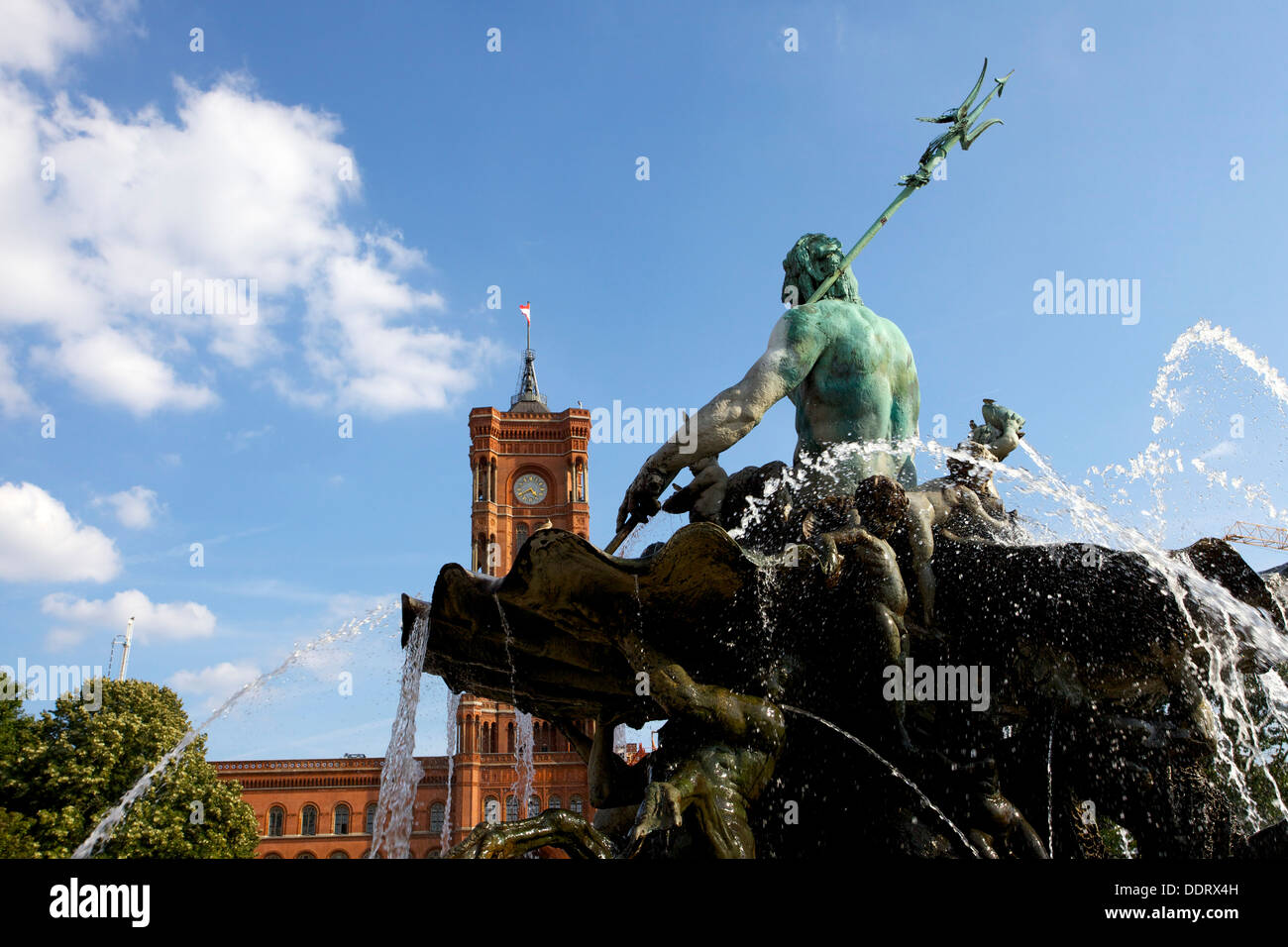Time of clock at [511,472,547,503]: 4:40
